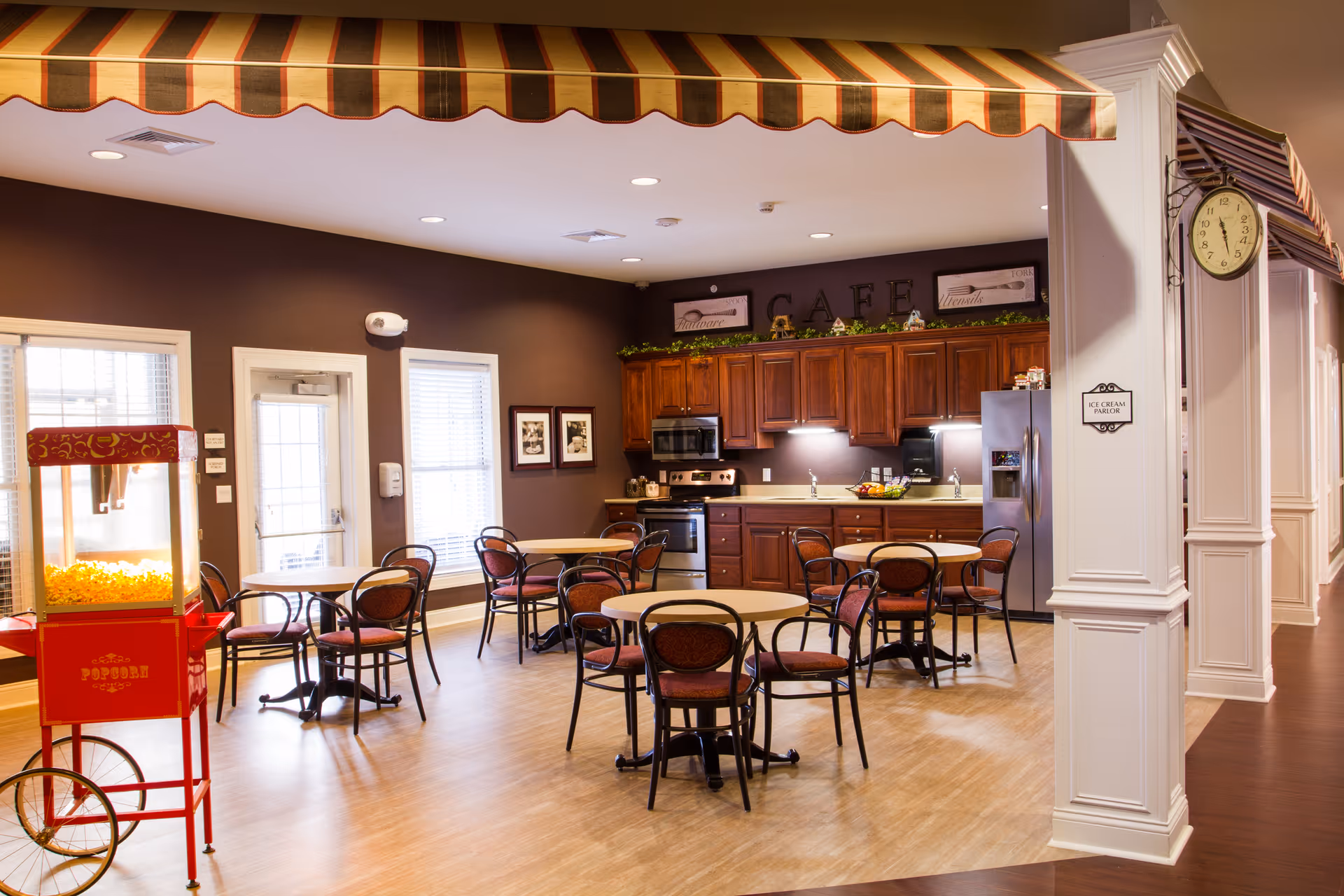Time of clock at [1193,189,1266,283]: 11:28
